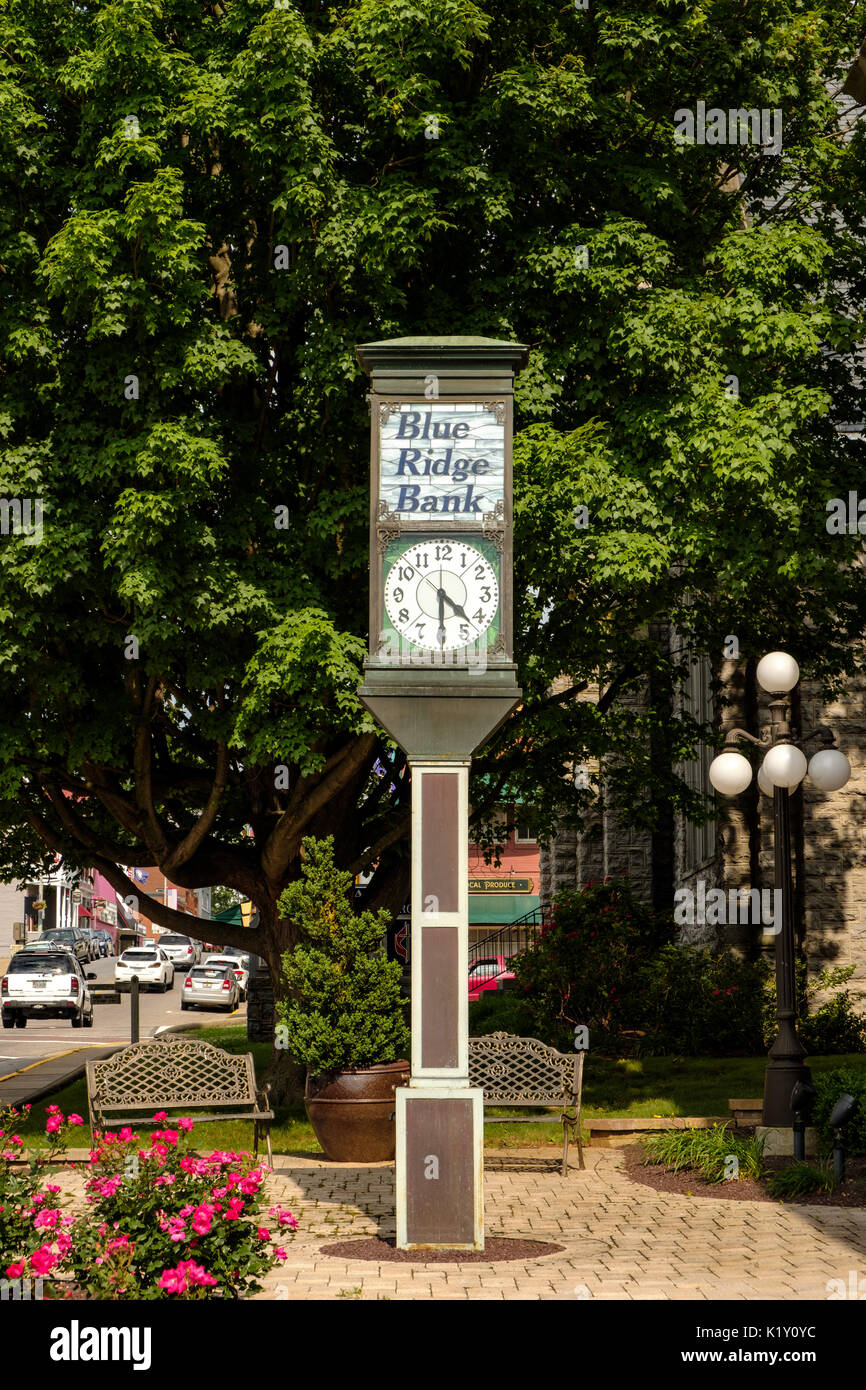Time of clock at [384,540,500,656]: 4:29
